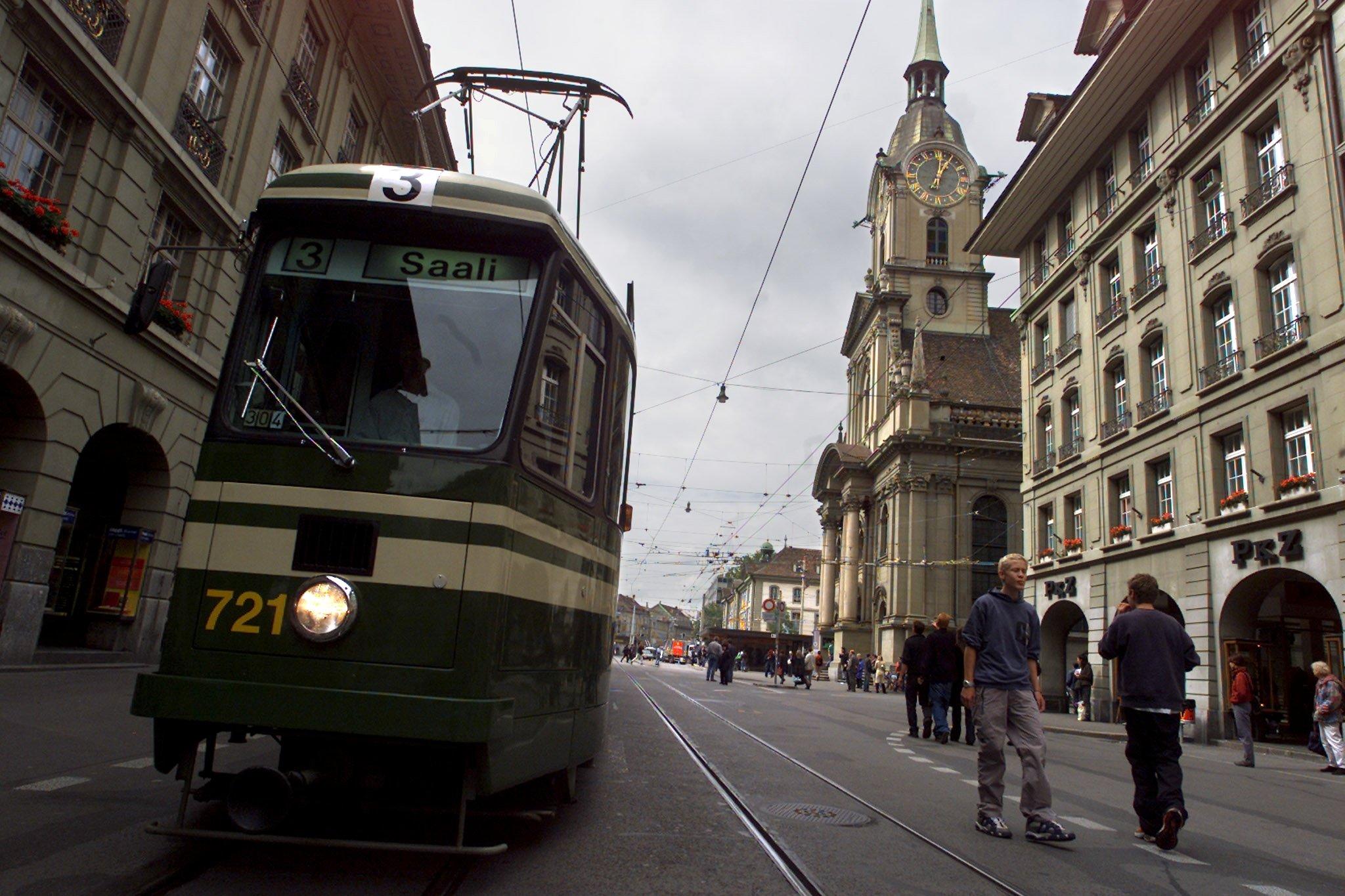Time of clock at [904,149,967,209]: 1:01
